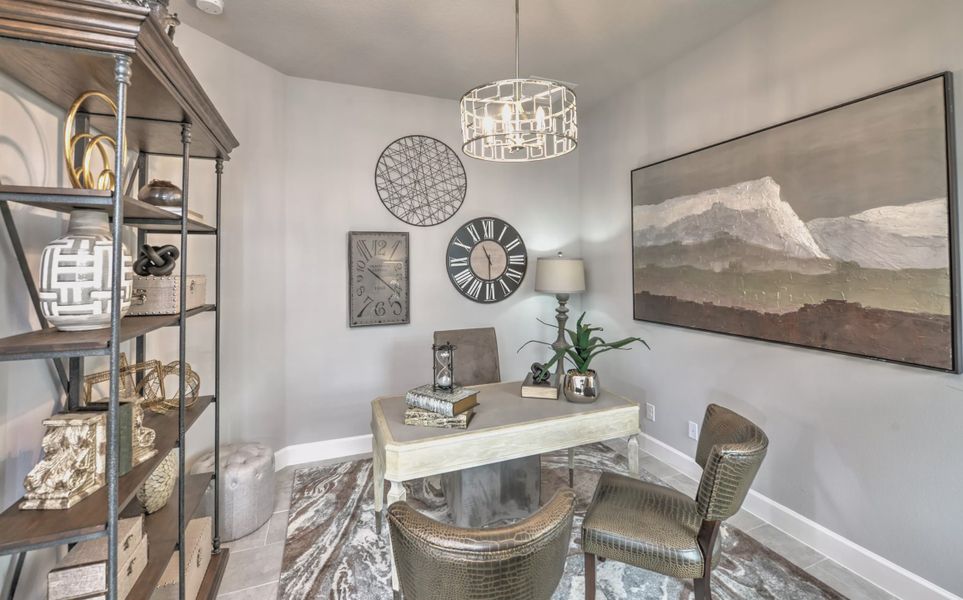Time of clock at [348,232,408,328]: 10:20
